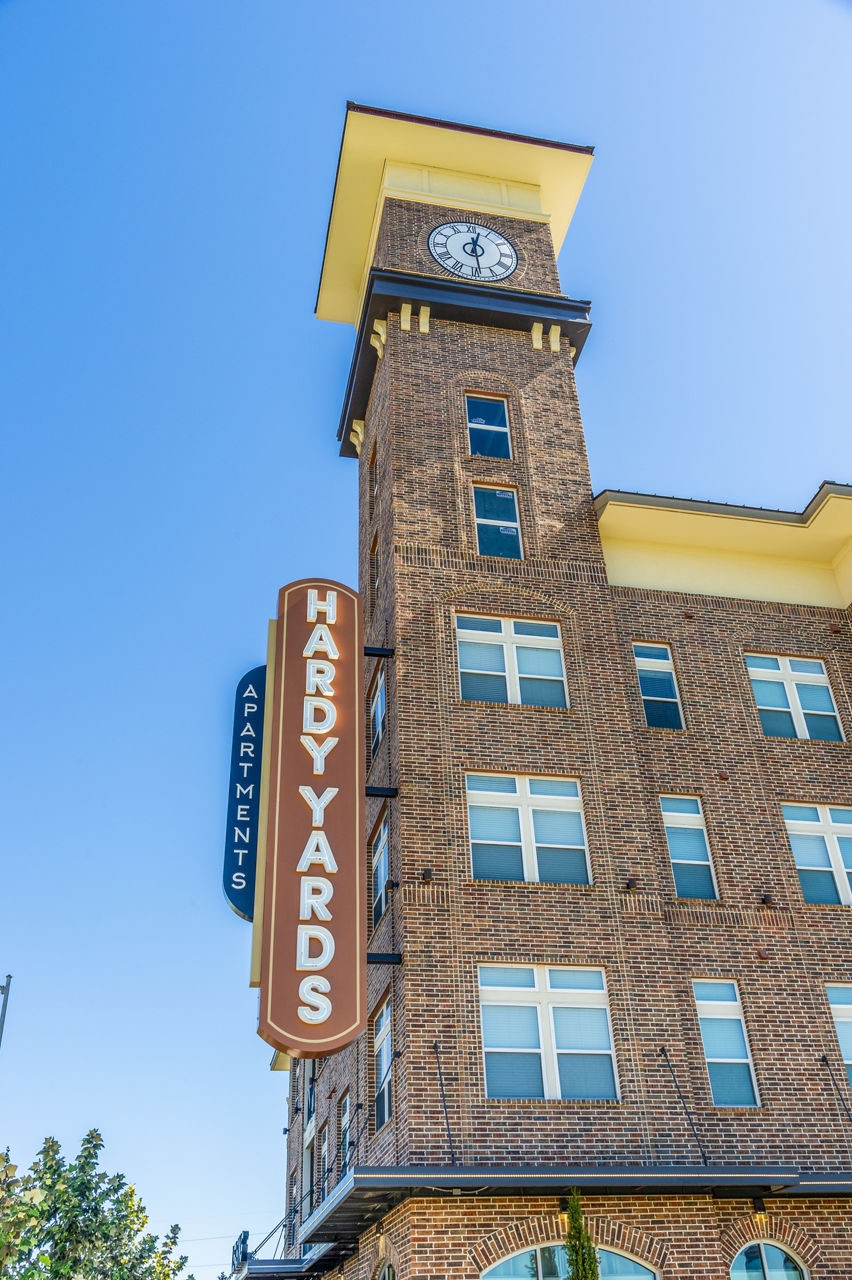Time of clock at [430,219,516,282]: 12:28
